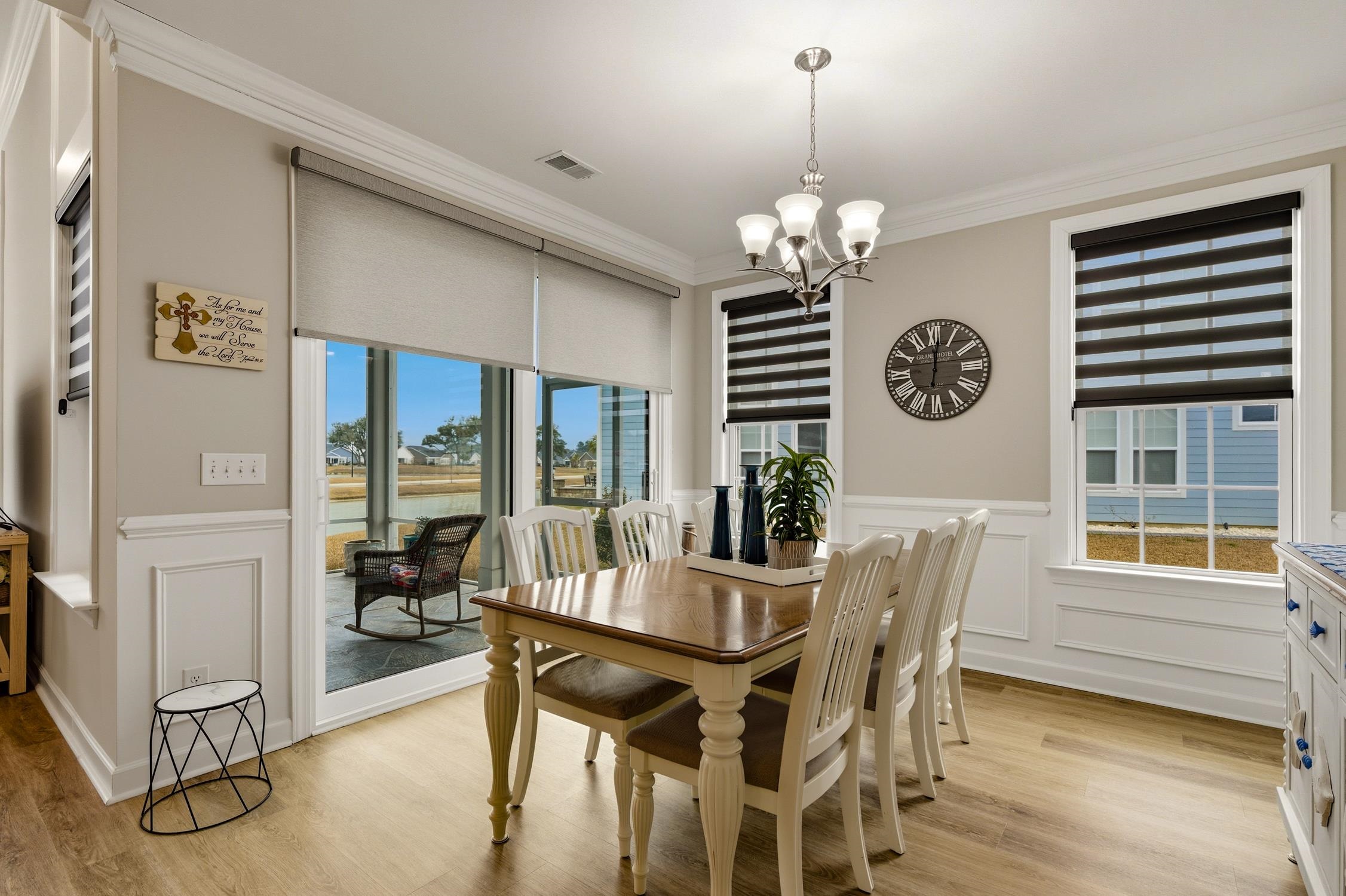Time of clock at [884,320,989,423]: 12:01
